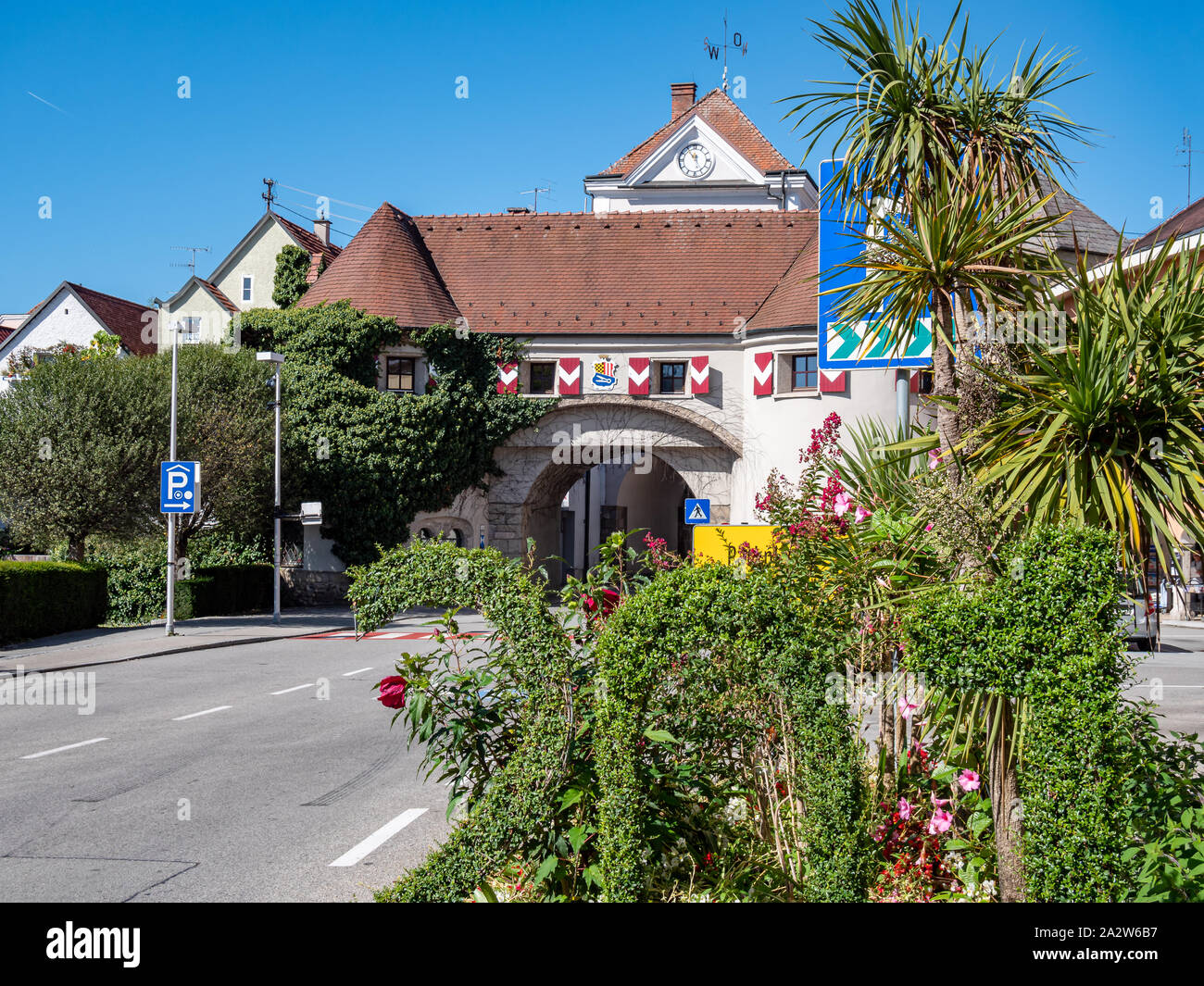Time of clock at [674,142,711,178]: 11:54
